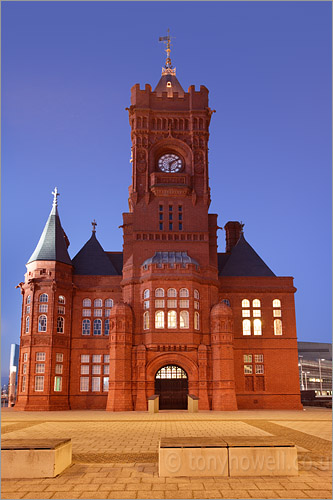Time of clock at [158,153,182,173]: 6:09
